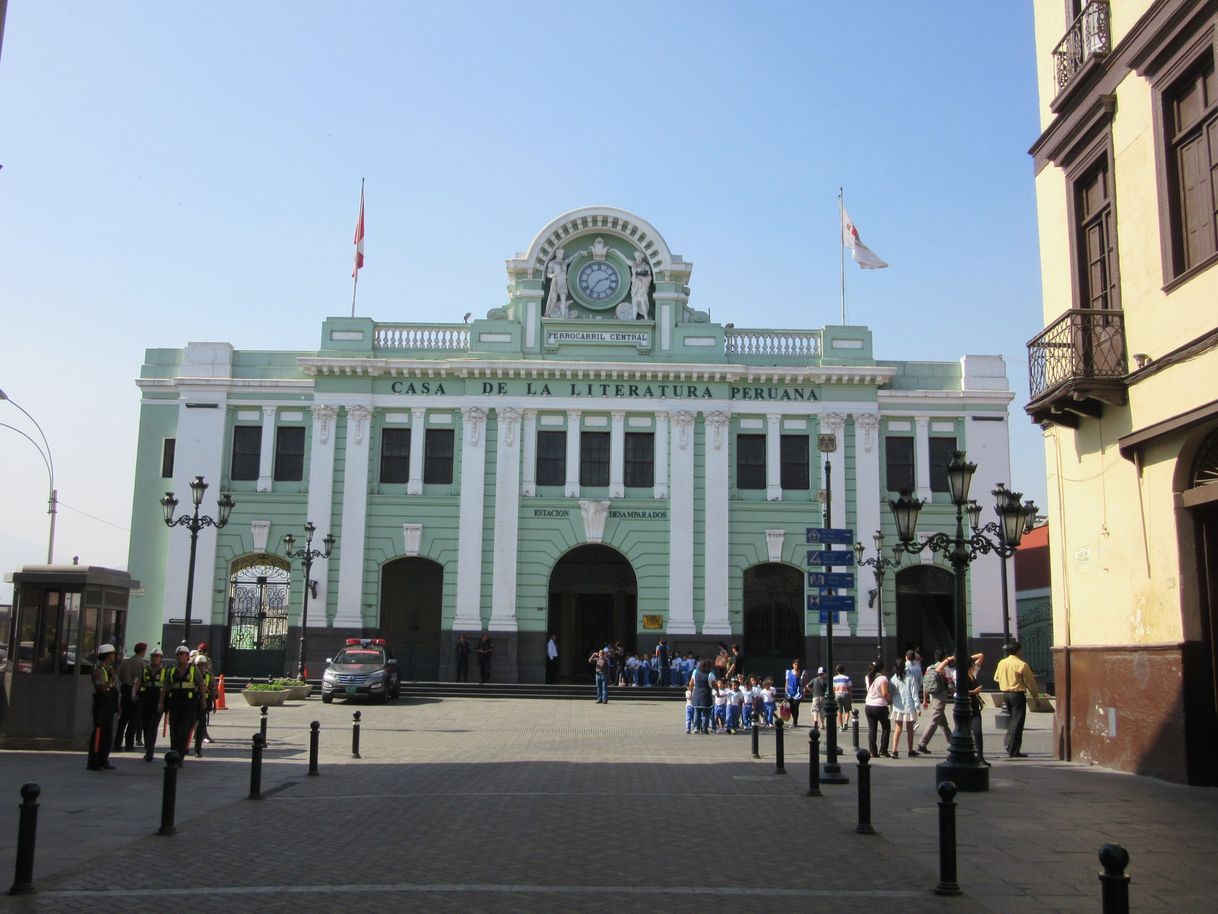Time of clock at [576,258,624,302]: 2:36
